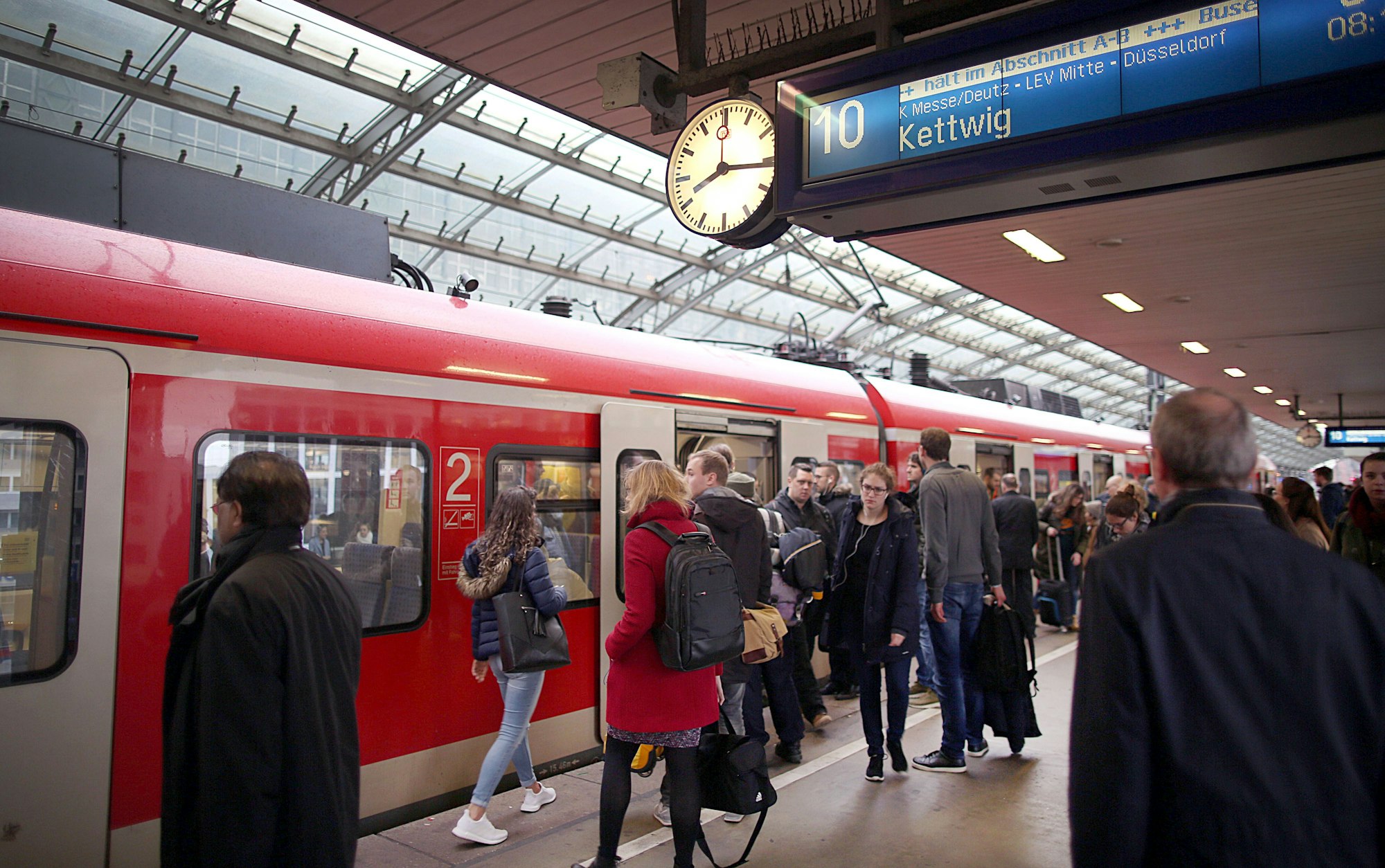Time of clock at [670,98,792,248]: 8:16
